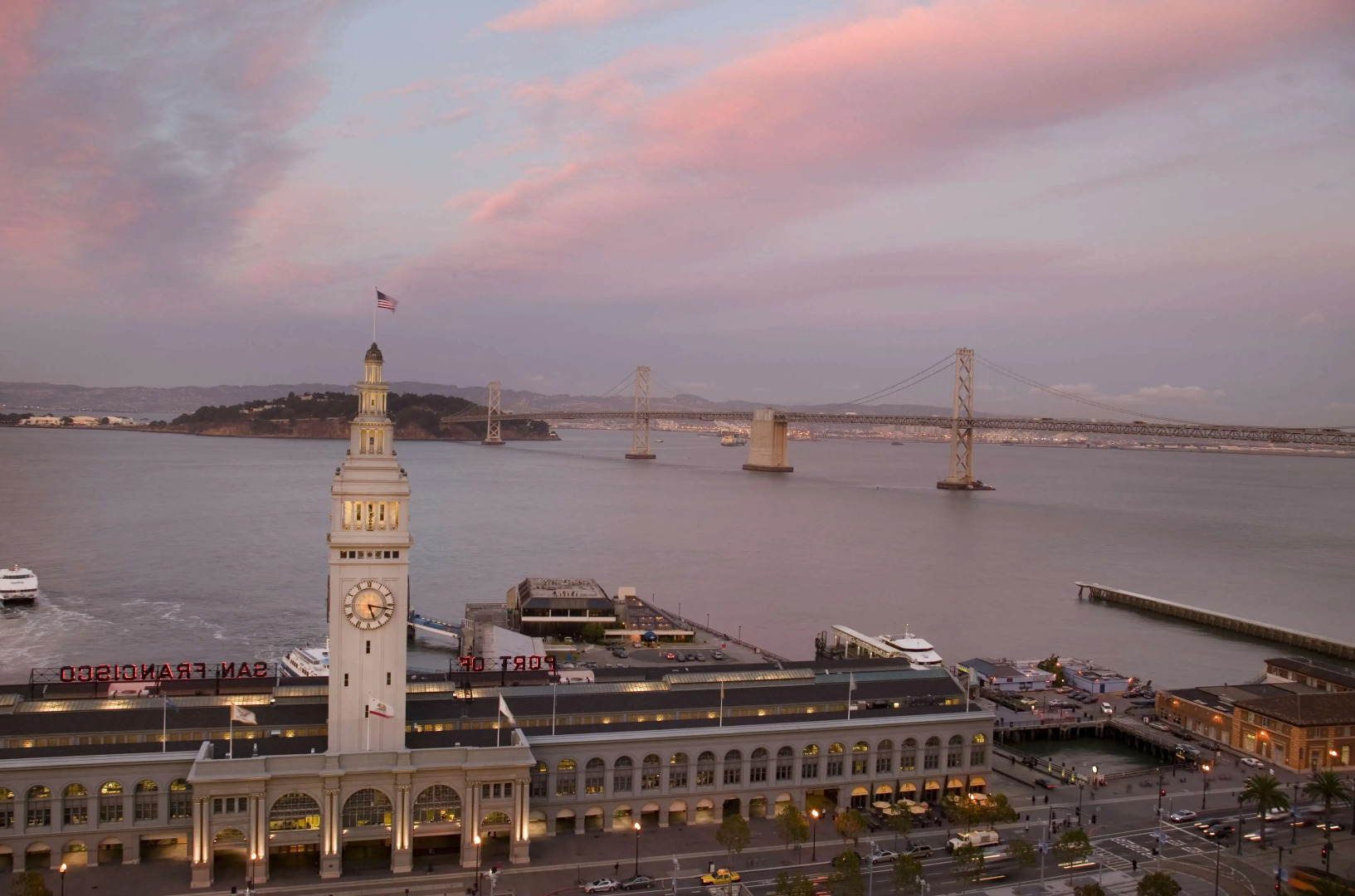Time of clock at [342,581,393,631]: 5:16
